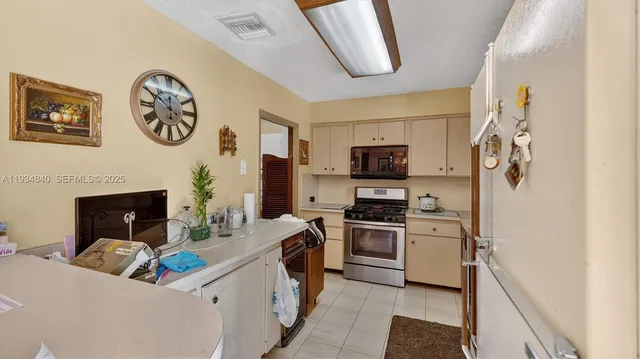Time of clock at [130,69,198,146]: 11:50
